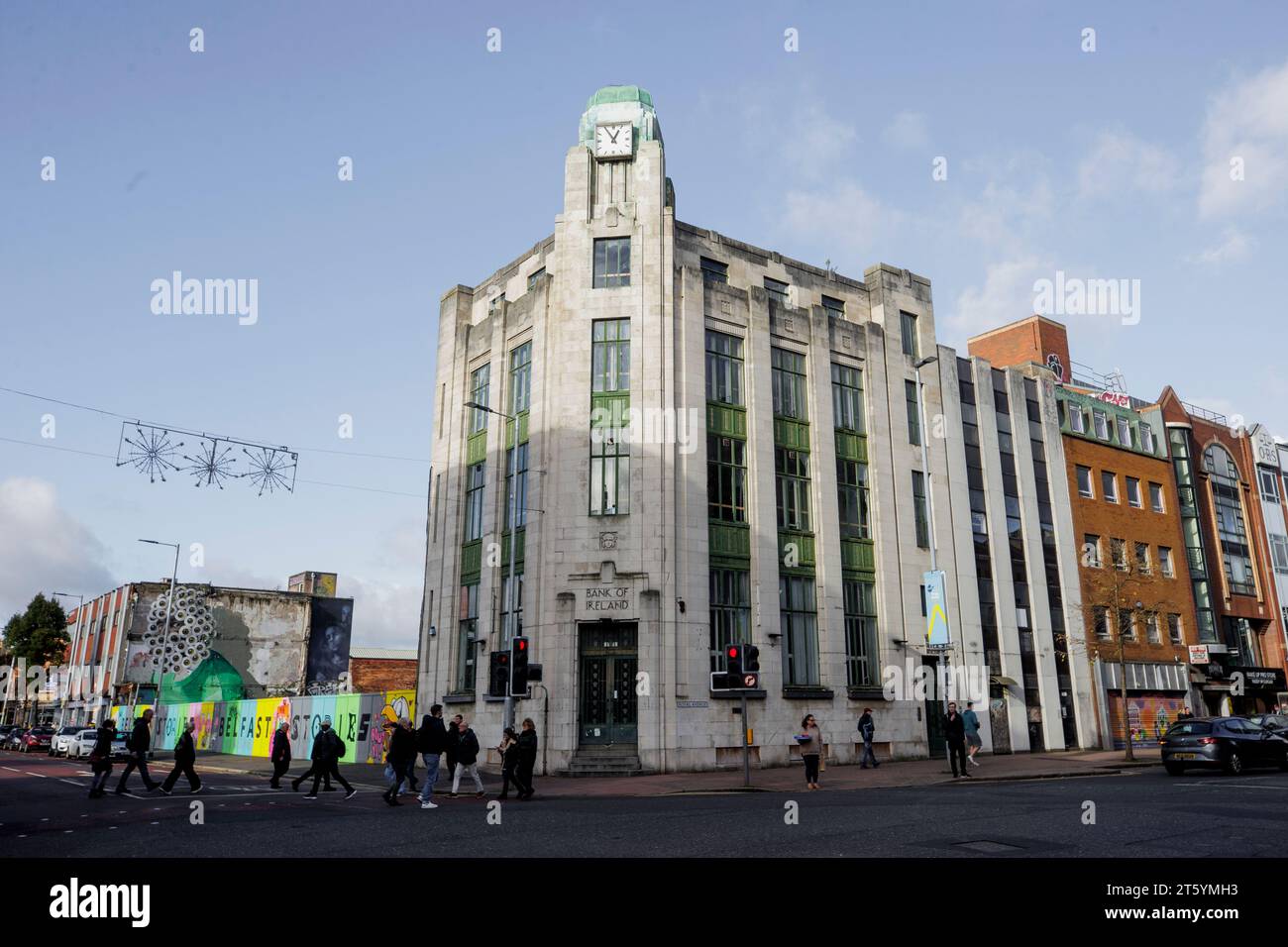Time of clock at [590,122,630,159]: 12:55
